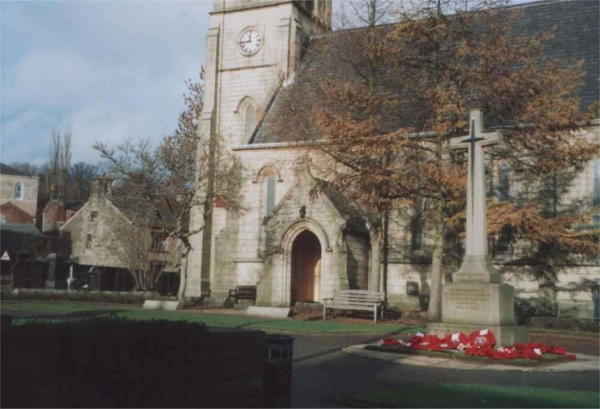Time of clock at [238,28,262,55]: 11:43
